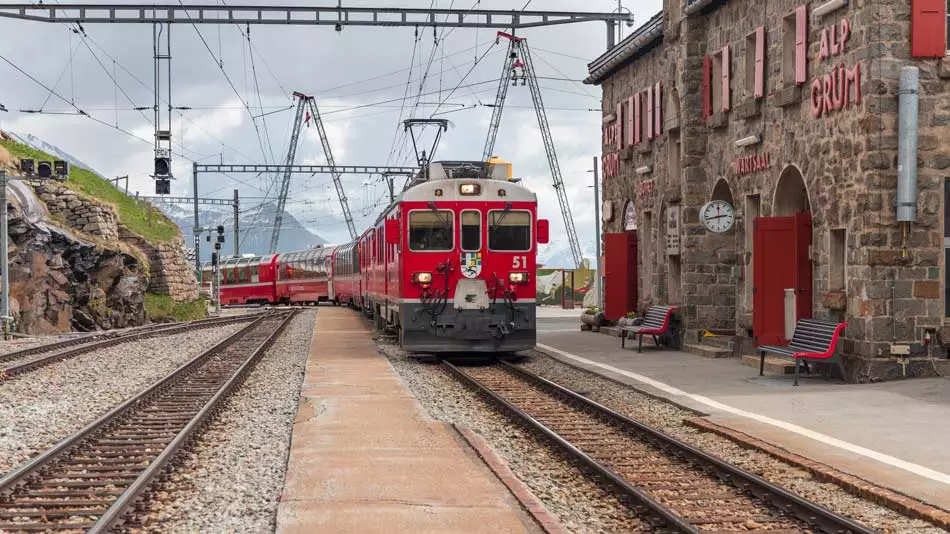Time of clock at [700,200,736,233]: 2:42
